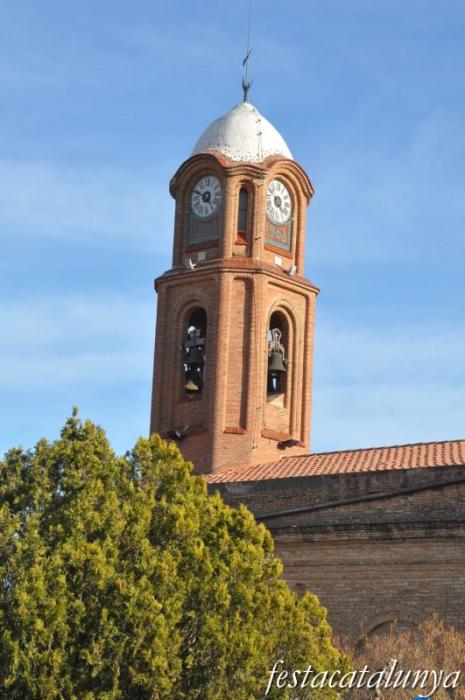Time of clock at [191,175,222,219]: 4:49
